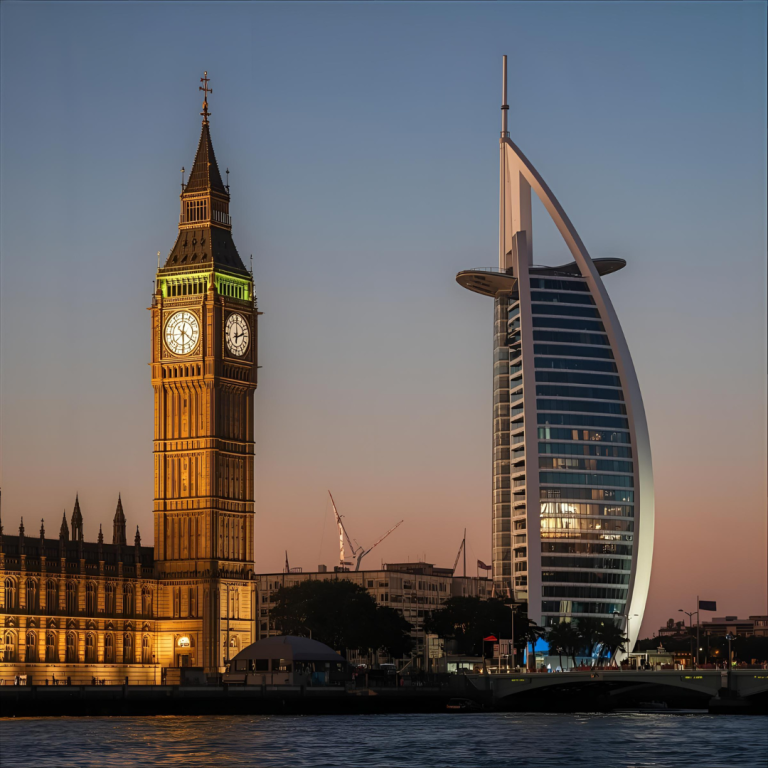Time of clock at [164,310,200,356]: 12:29
